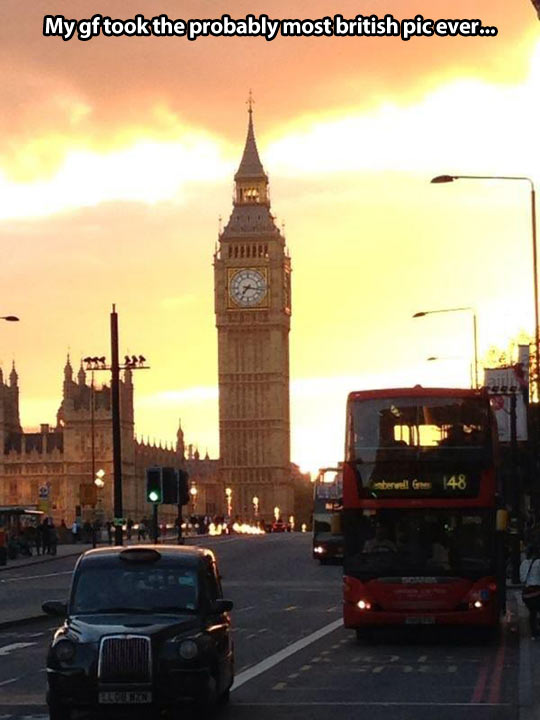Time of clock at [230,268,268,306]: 7:16
